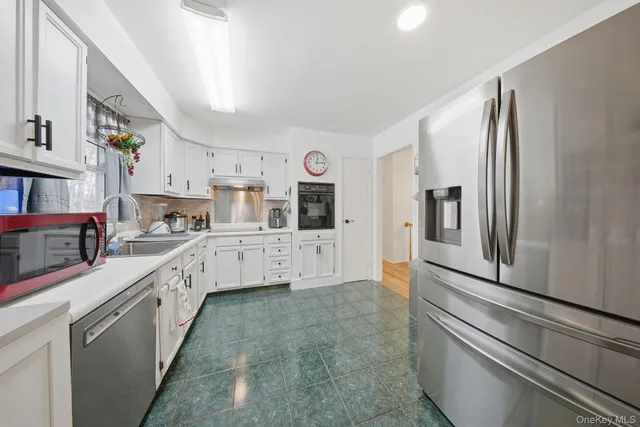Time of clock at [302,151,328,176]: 12:14
